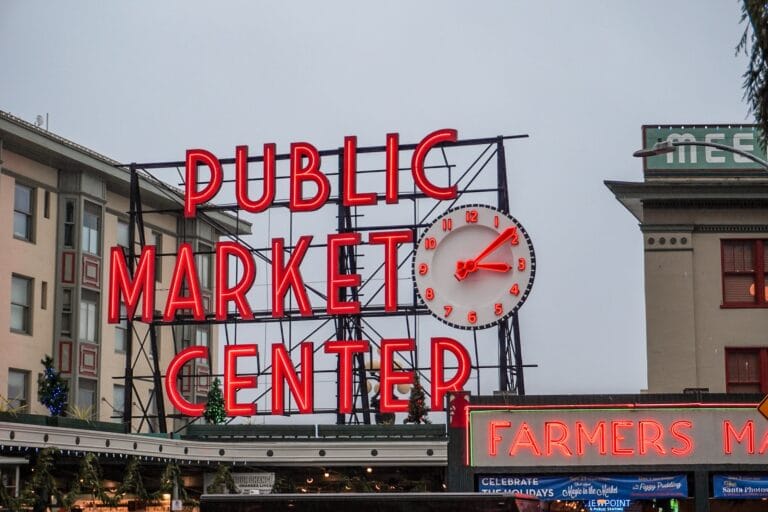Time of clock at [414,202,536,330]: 3:08
